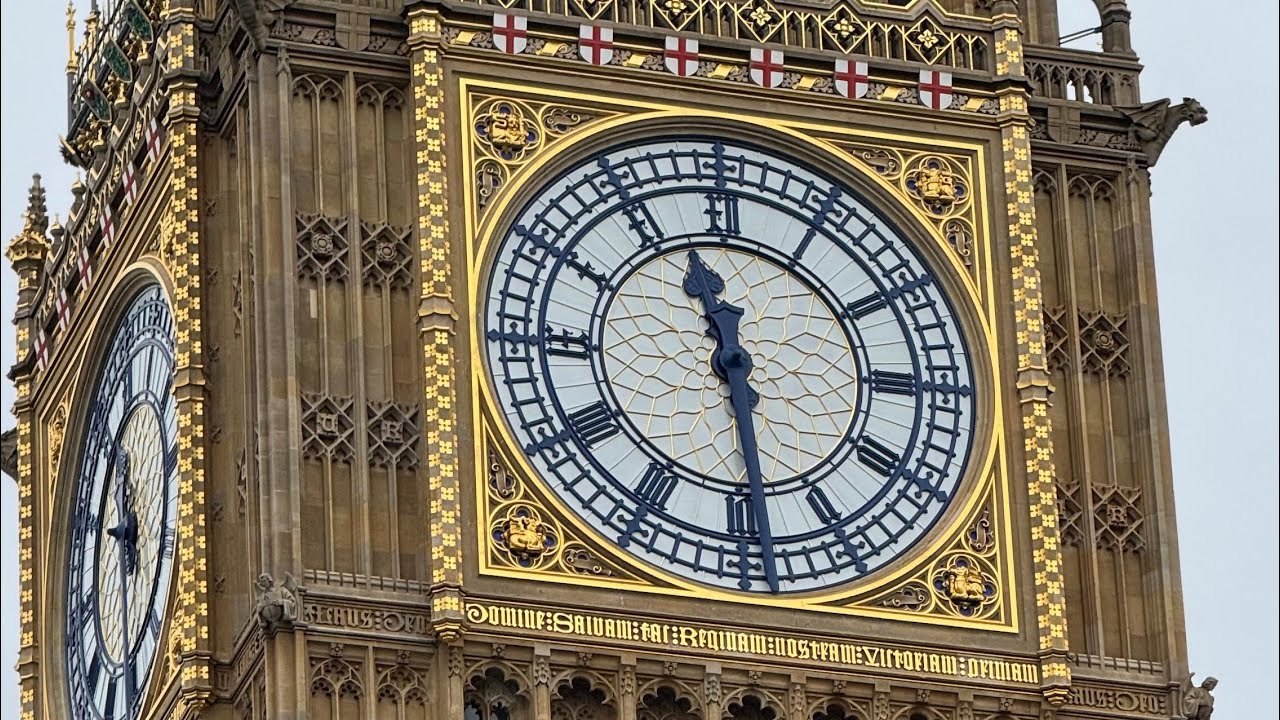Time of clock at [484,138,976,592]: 11:28
